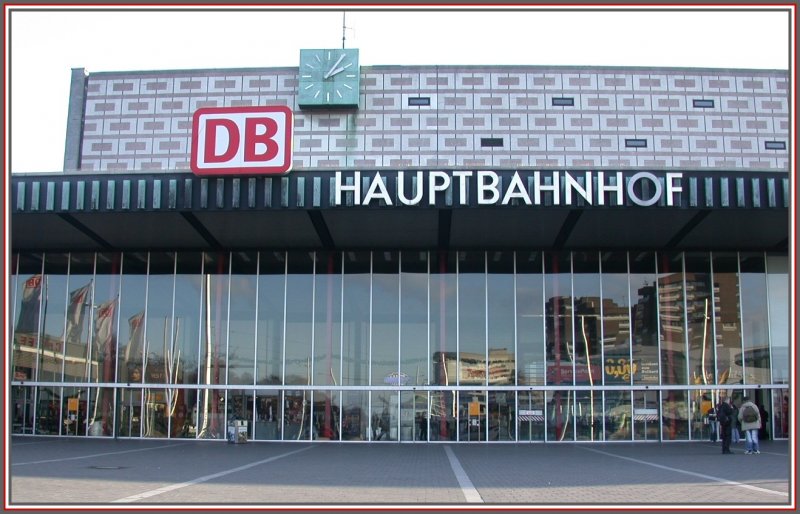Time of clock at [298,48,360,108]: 2:06
